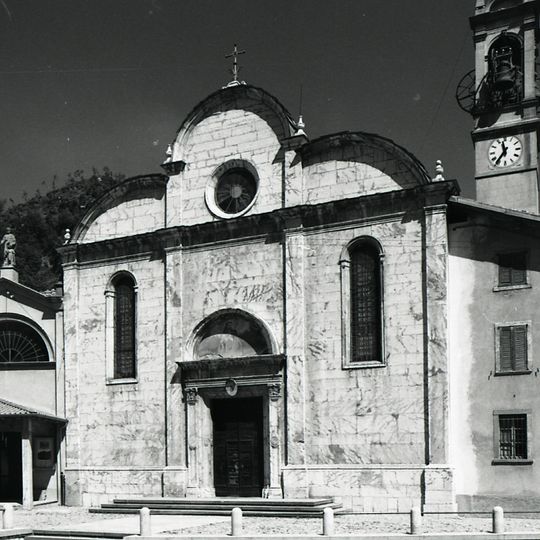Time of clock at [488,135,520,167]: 11:36
